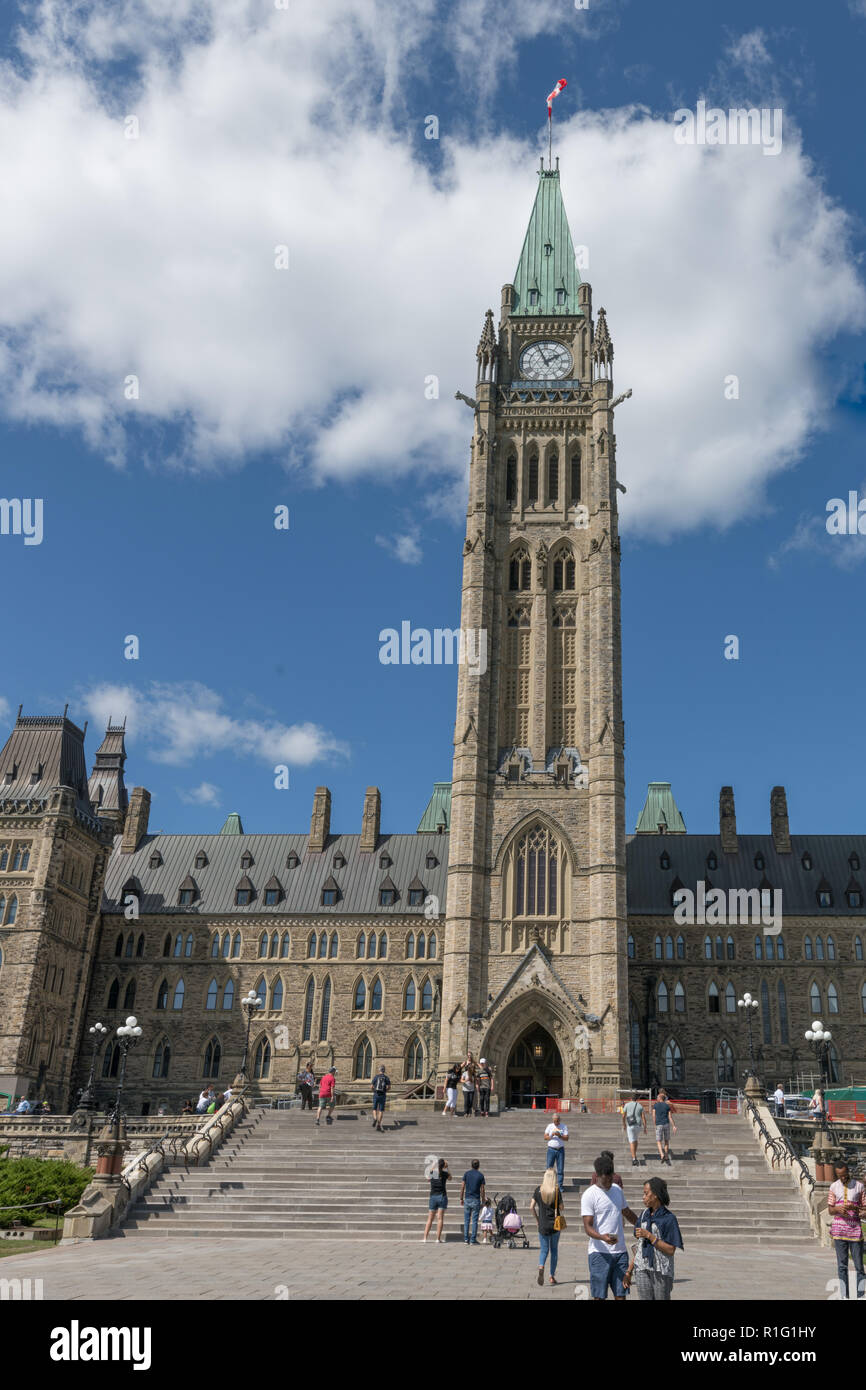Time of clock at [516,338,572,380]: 1:56
